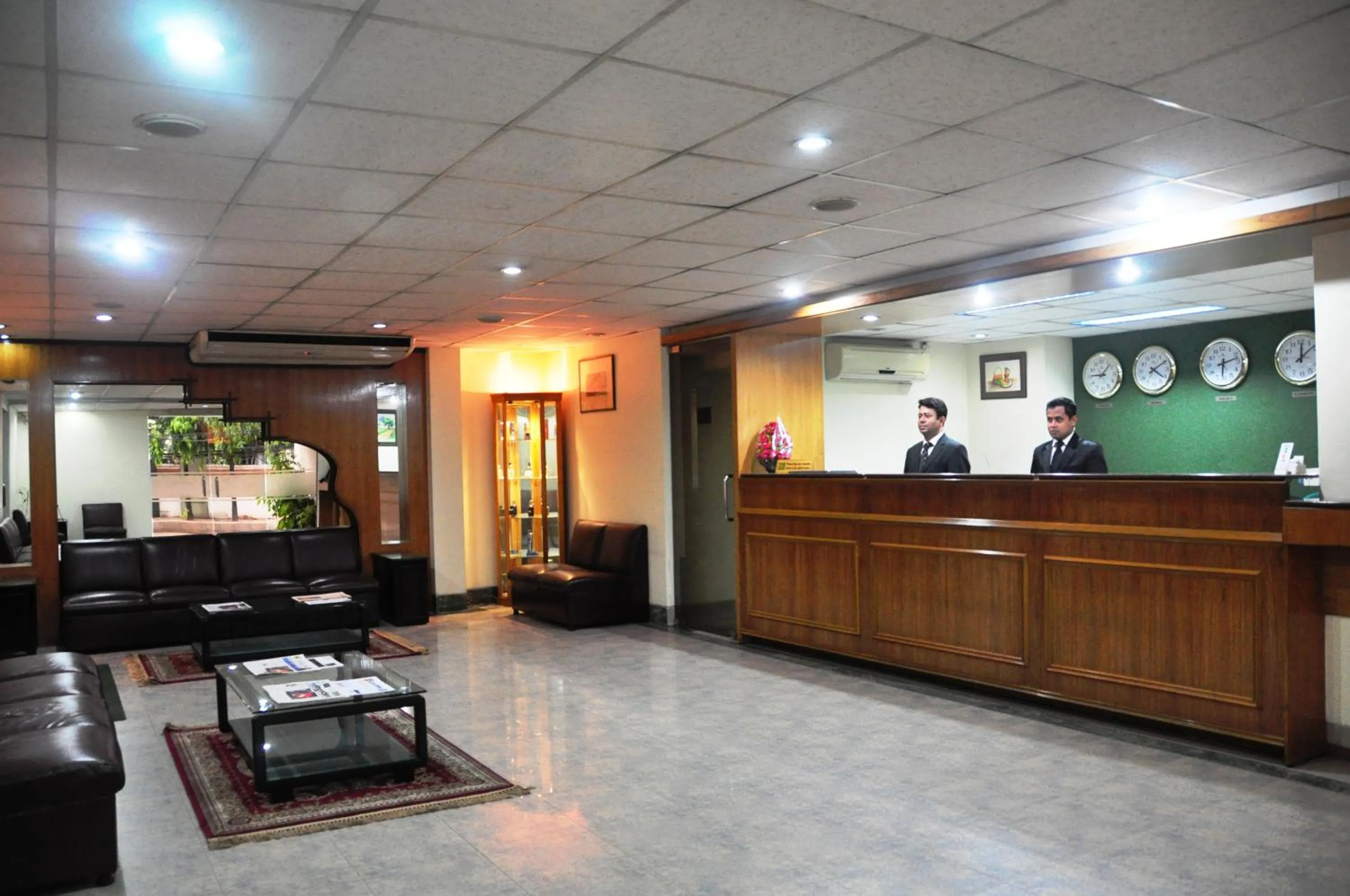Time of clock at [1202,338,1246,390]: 6:12
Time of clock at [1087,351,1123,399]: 9:07
